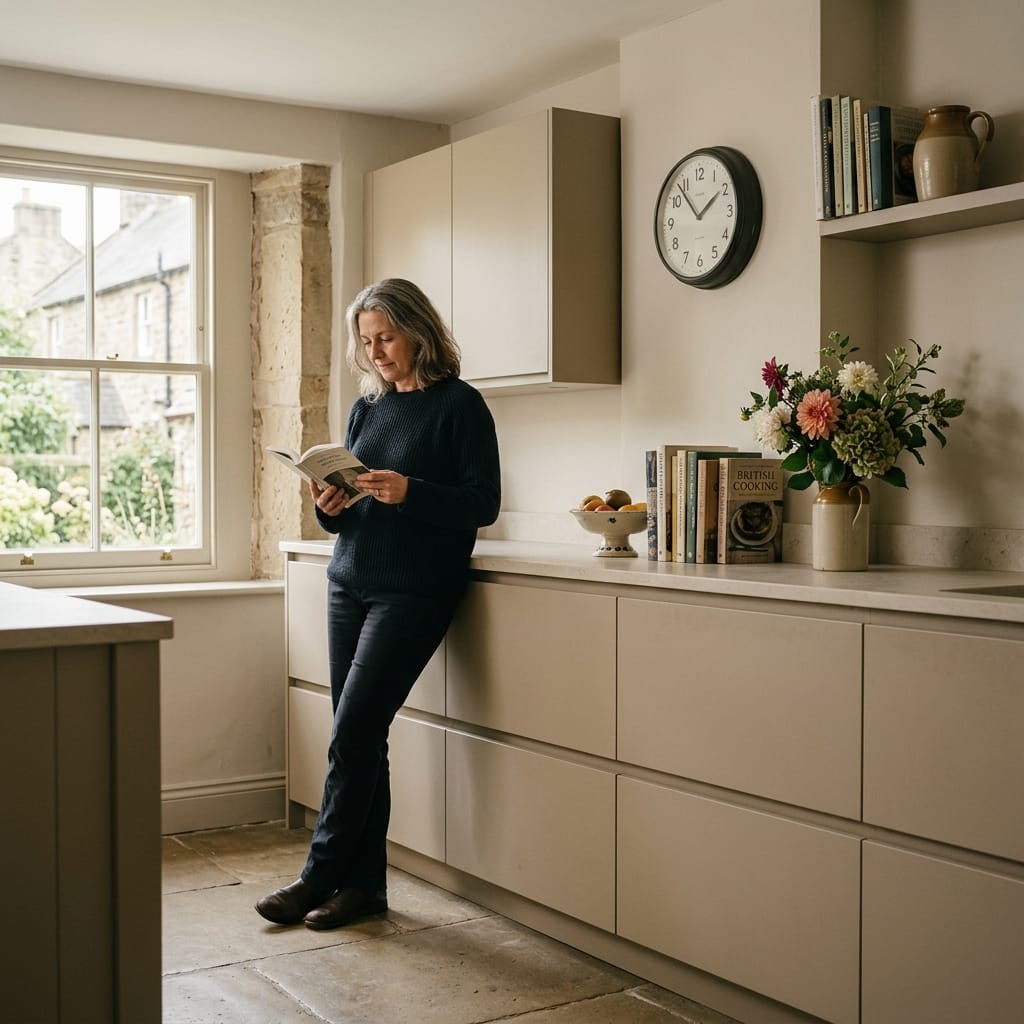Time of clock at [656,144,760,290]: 1:52
